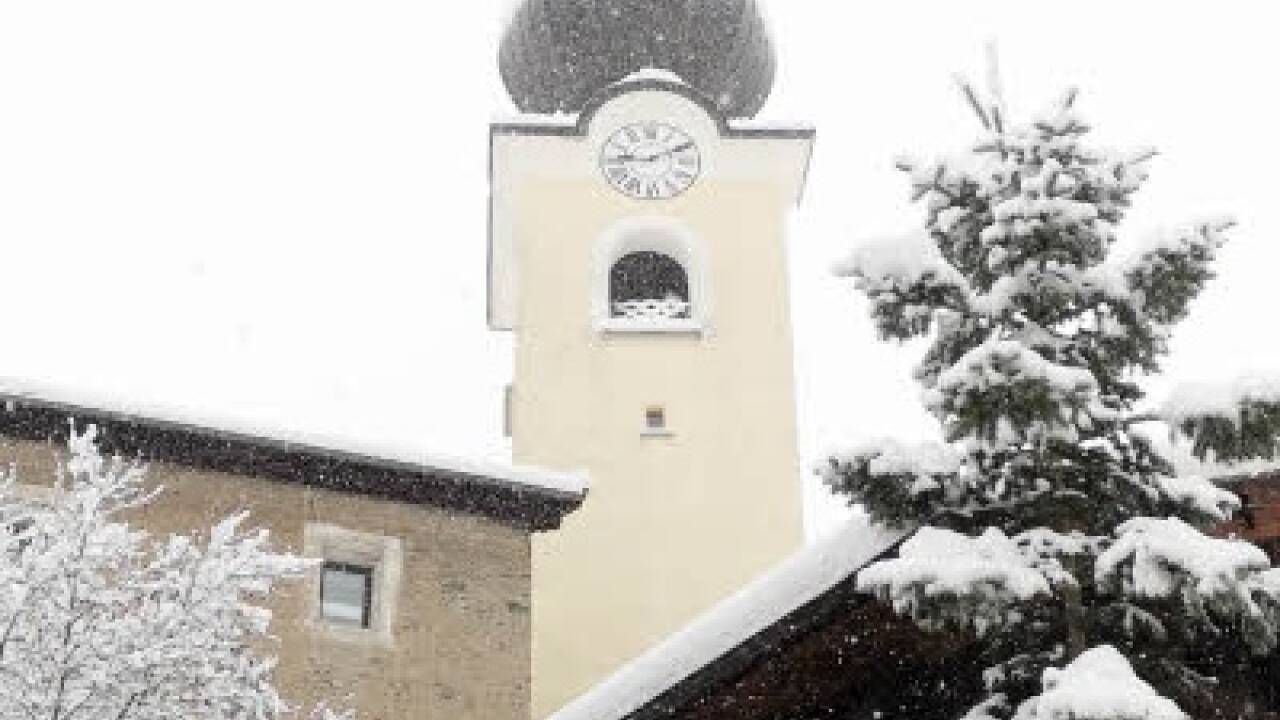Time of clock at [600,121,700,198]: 9:11
